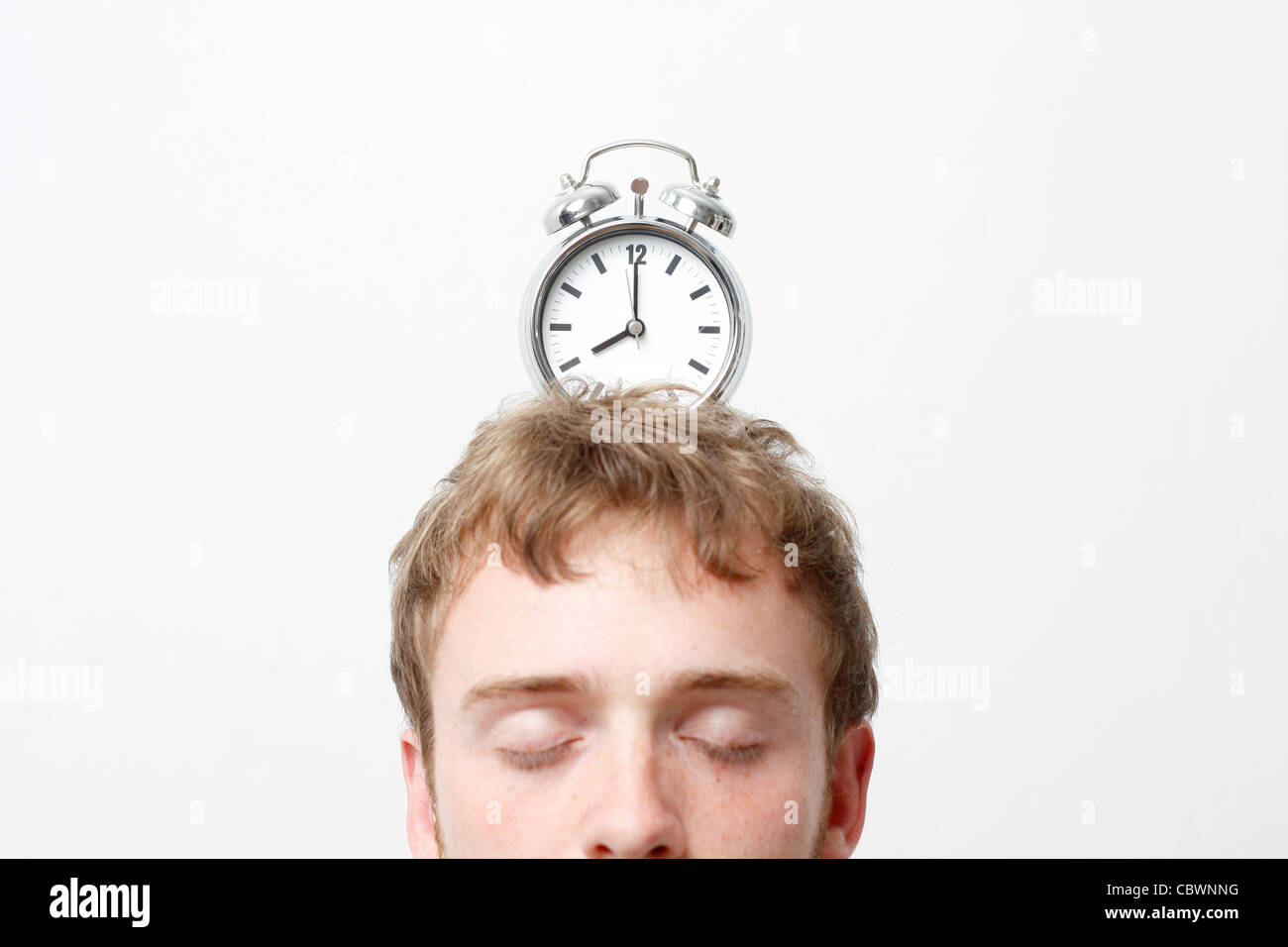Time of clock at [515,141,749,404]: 8:00
